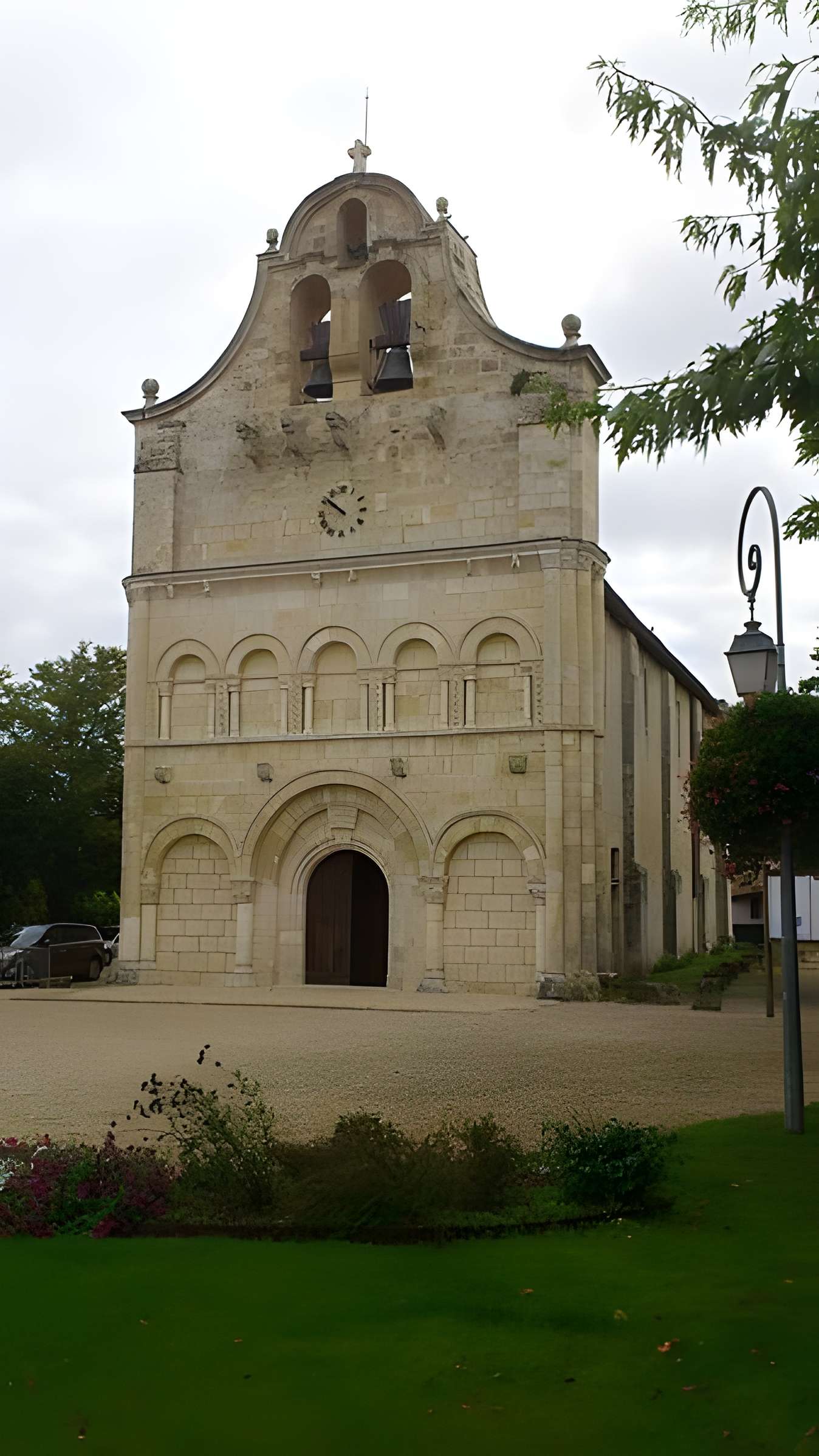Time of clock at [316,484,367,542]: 9:51
